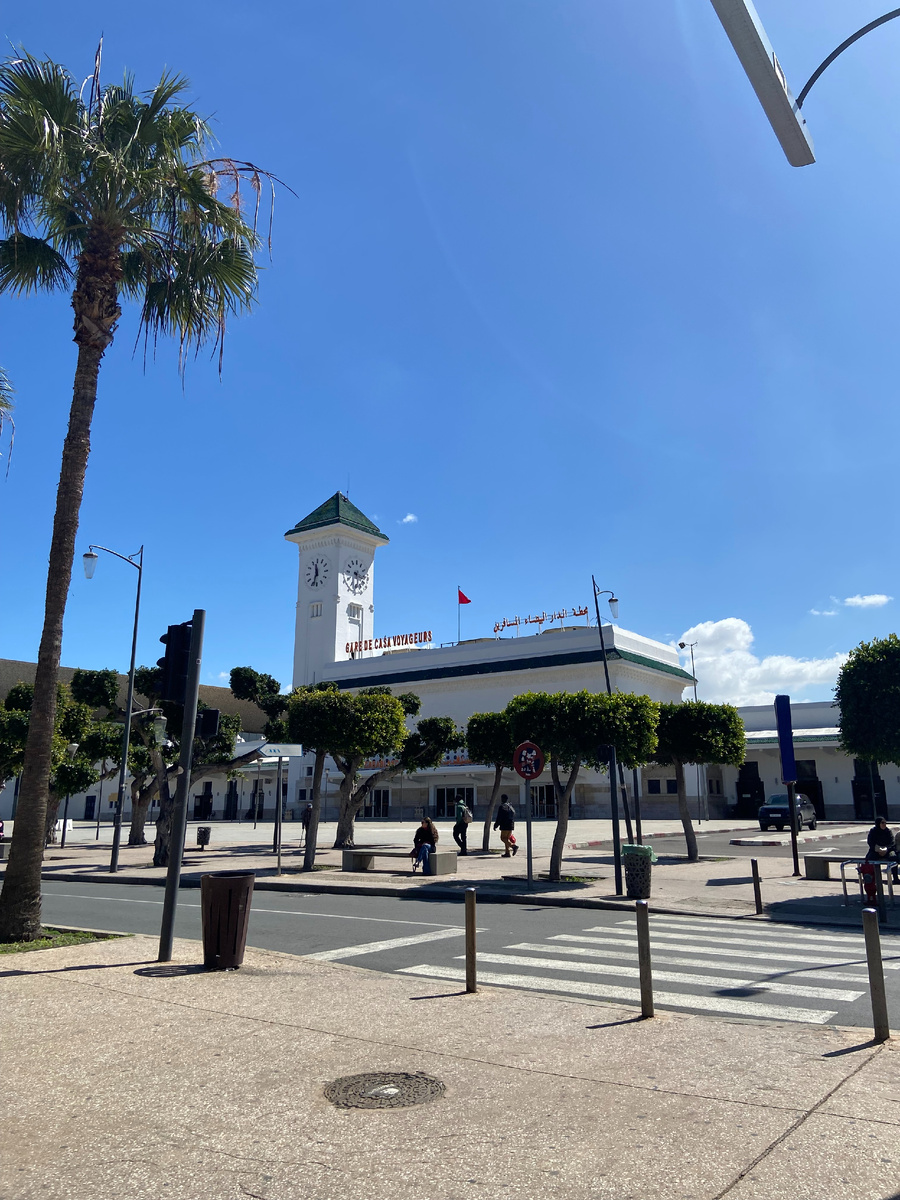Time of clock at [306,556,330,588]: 11:32
